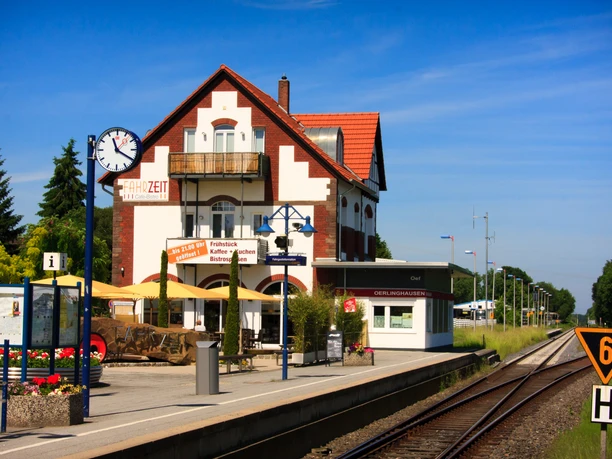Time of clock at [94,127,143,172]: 11:19
